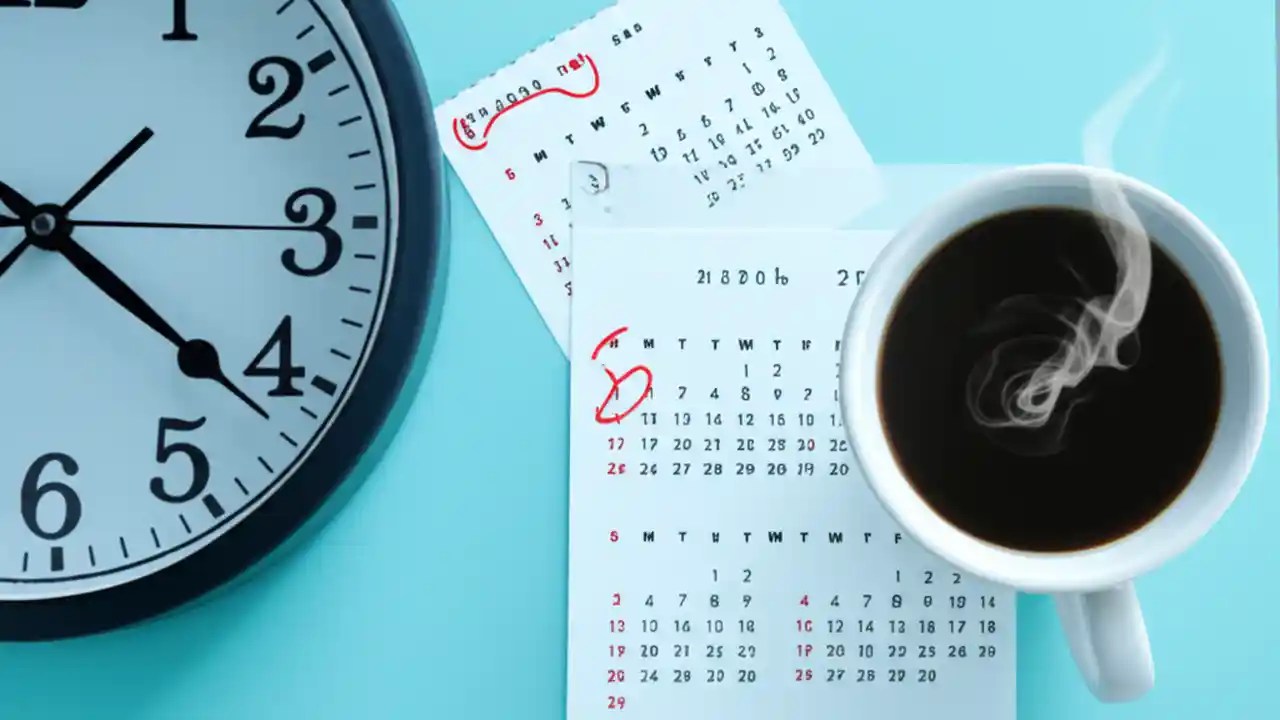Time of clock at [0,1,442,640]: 1:21
